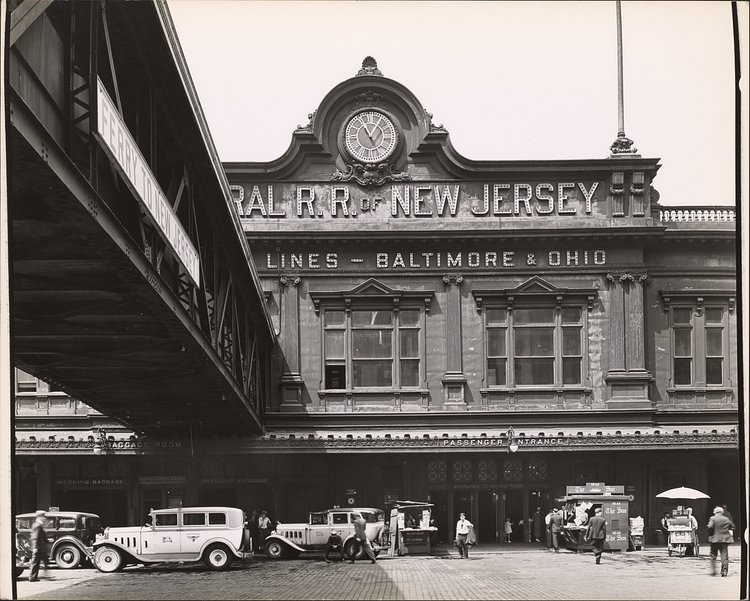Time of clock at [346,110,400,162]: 11:05
